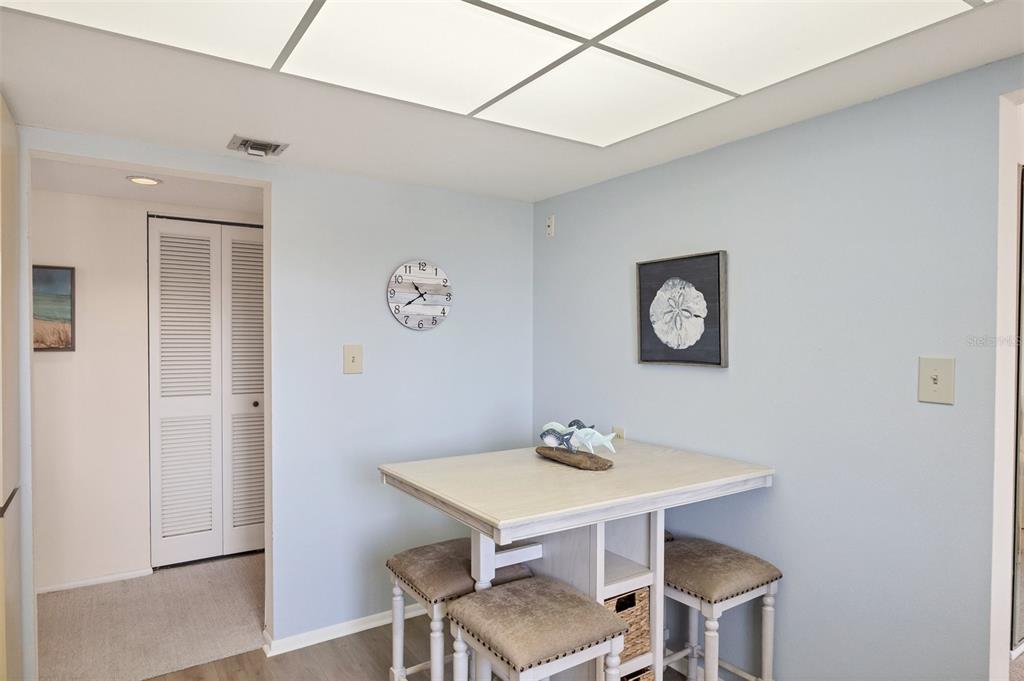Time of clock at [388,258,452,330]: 10:39
